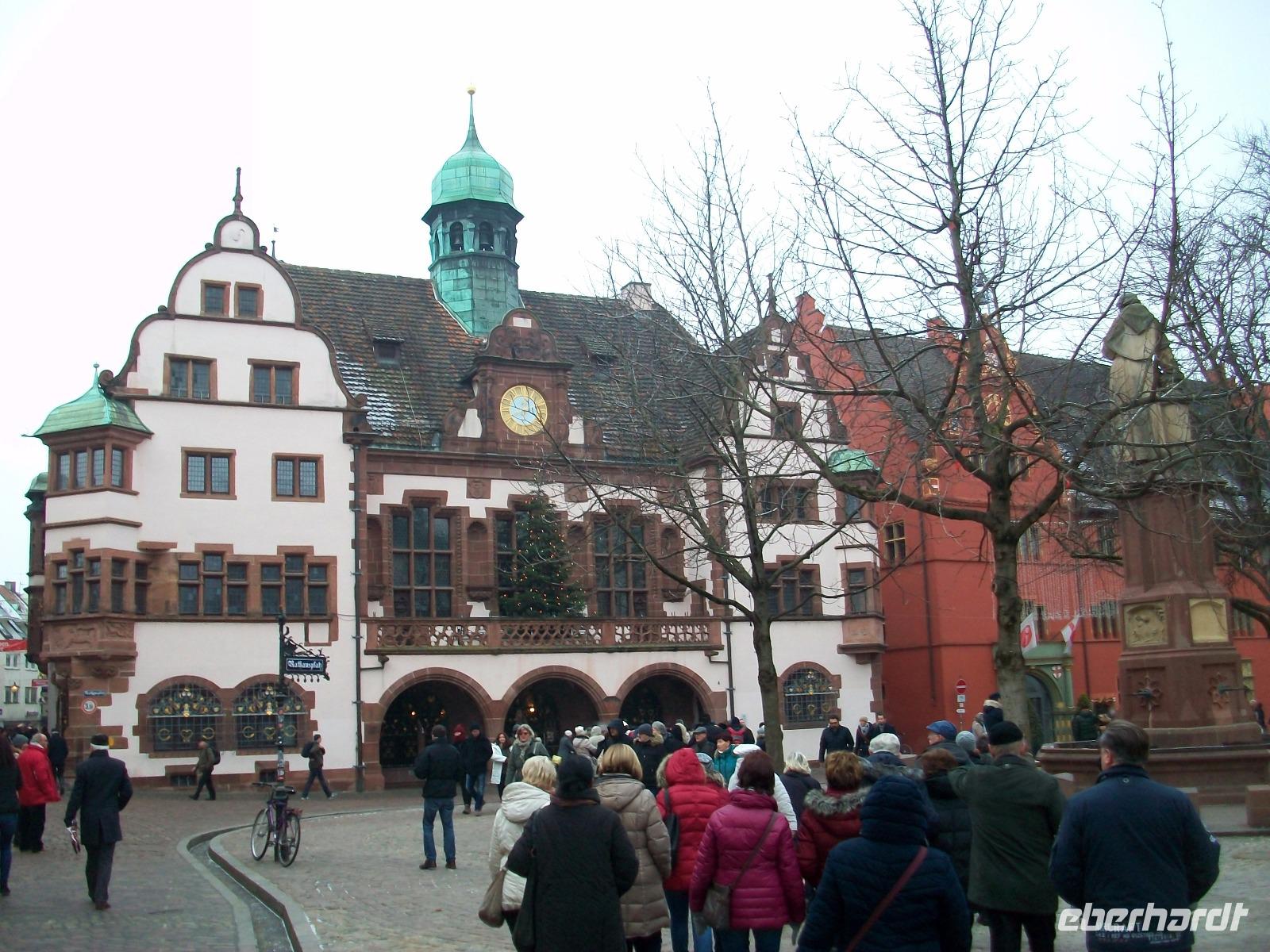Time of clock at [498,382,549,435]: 3:47
